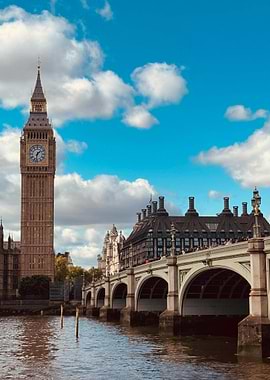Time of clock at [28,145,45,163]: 1:32
